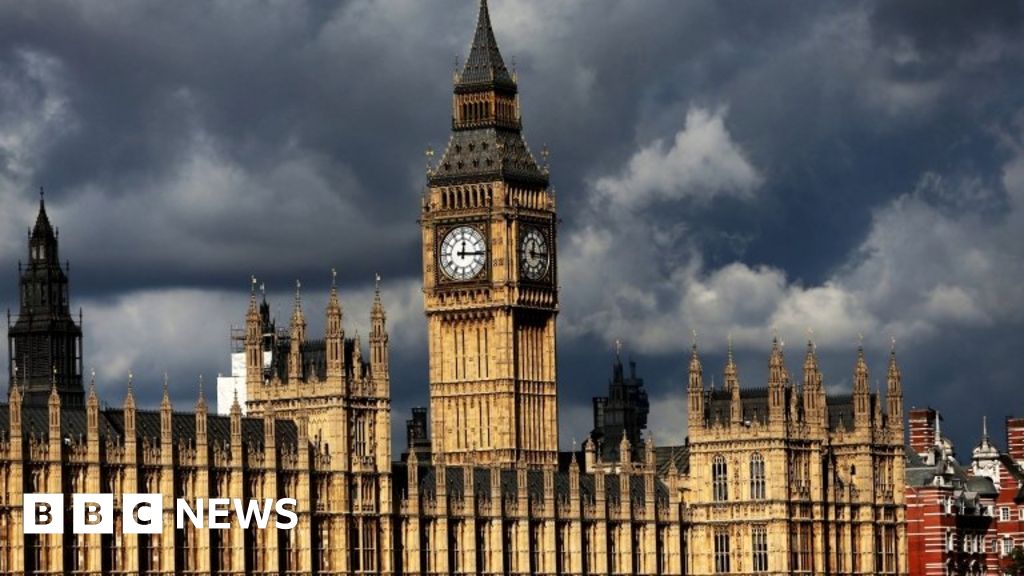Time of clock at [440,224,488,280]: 12:15
